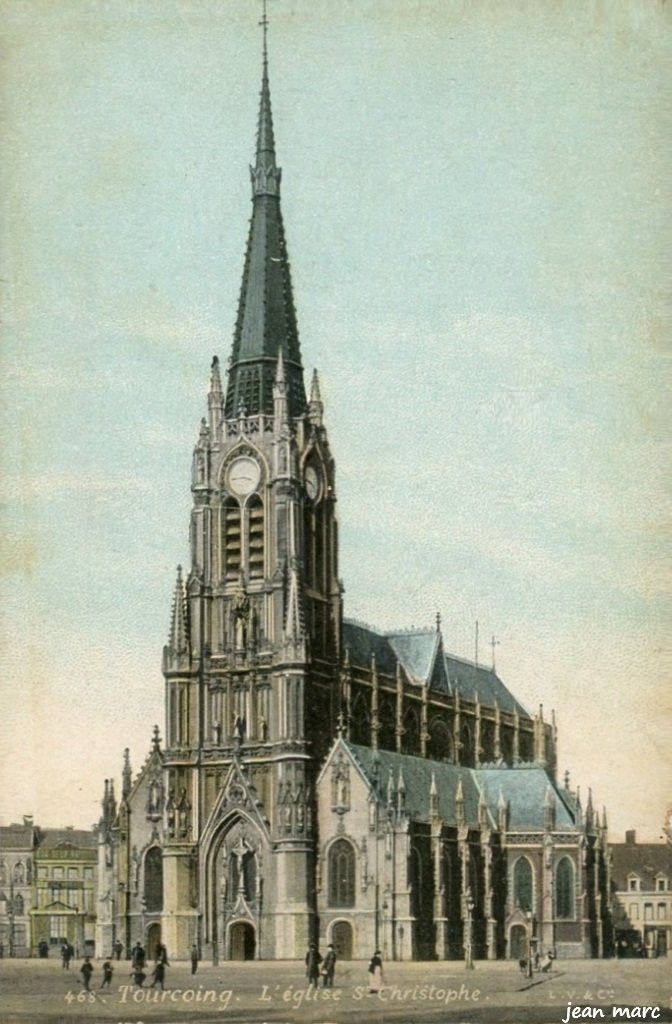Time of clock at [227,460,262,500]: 3:43
